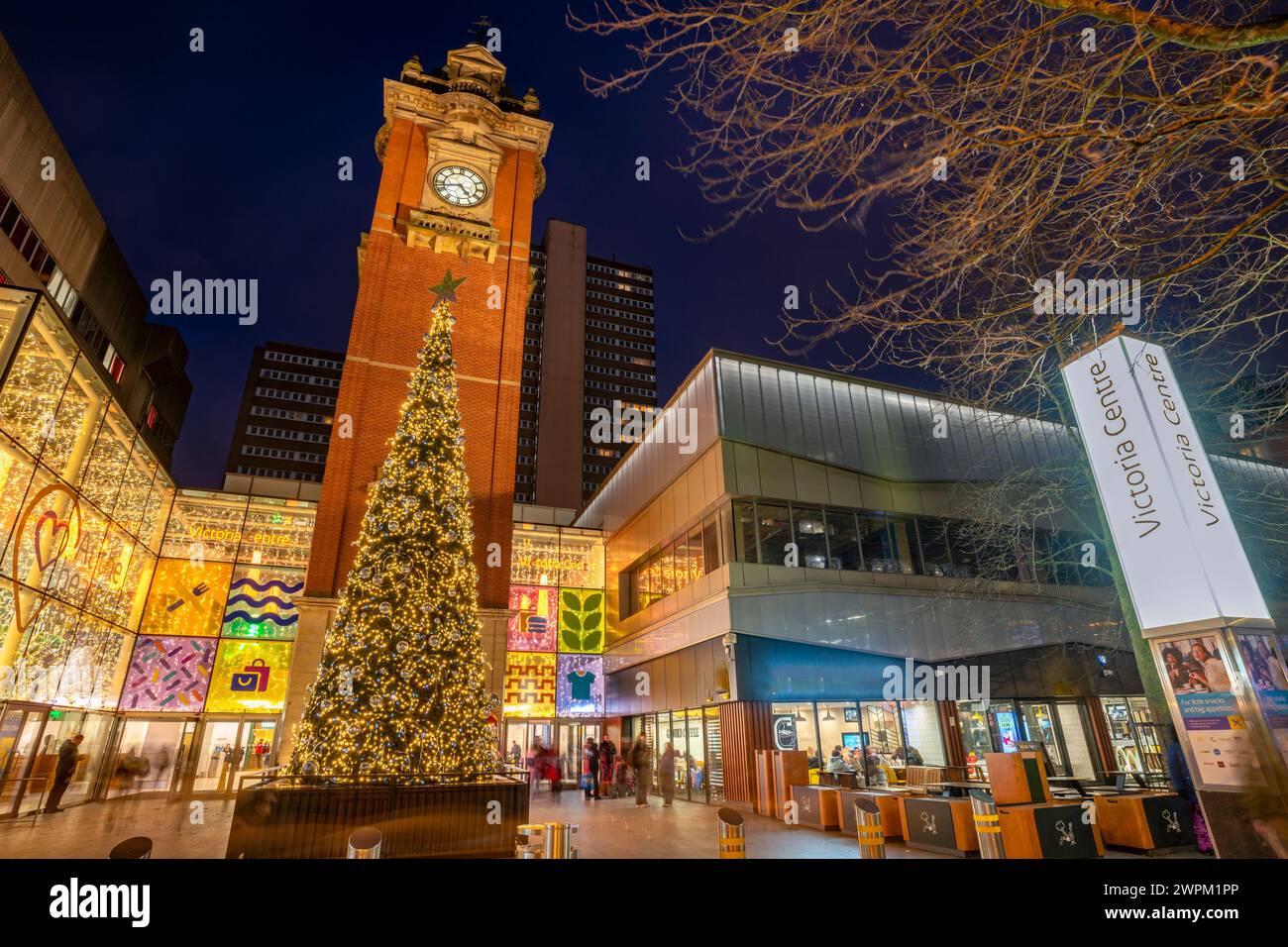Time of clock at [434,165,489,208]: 4:42
